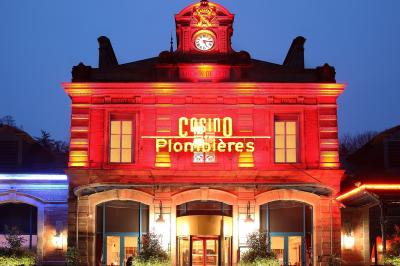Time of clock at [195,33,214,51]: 5:15
